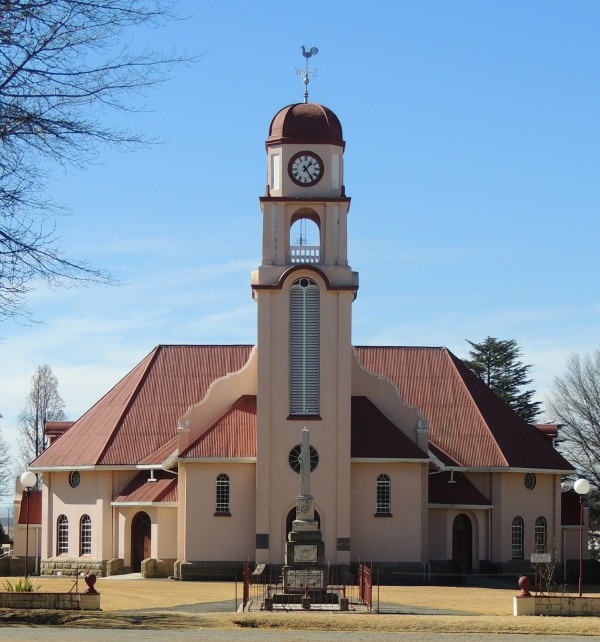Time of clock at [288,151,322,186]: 1:24
